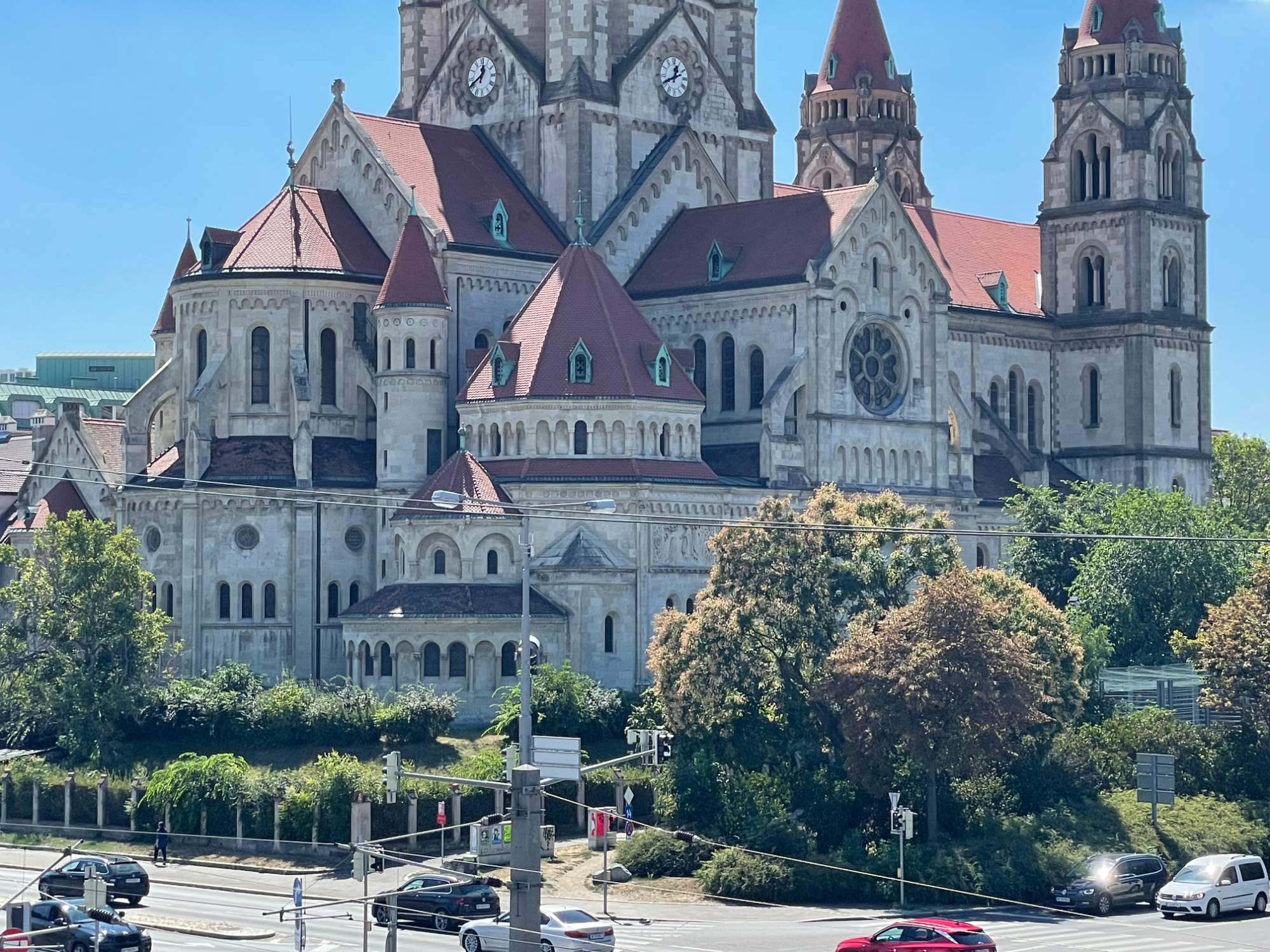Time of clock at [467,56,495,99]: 12:40
